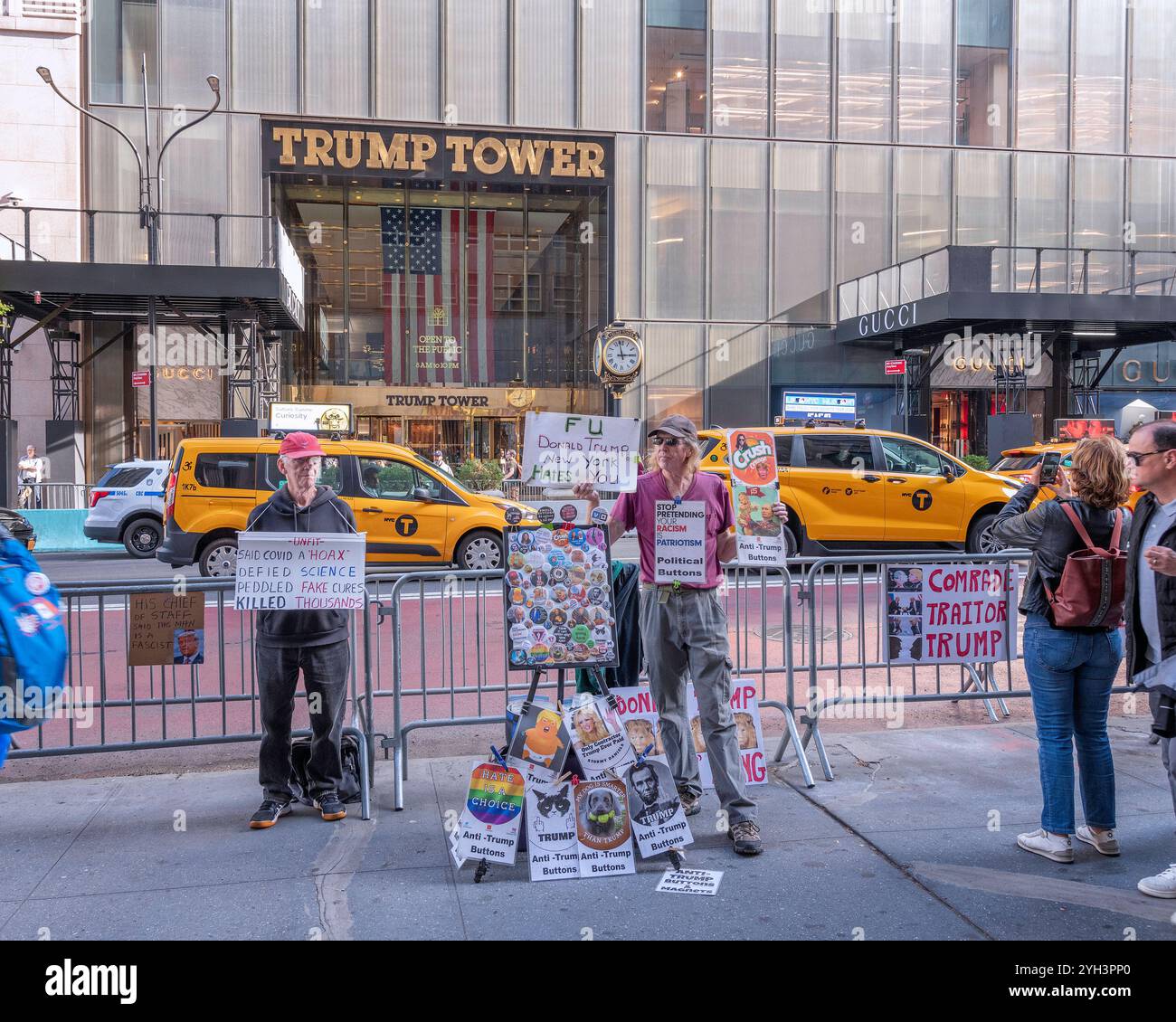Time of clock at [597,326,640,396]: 2:58
